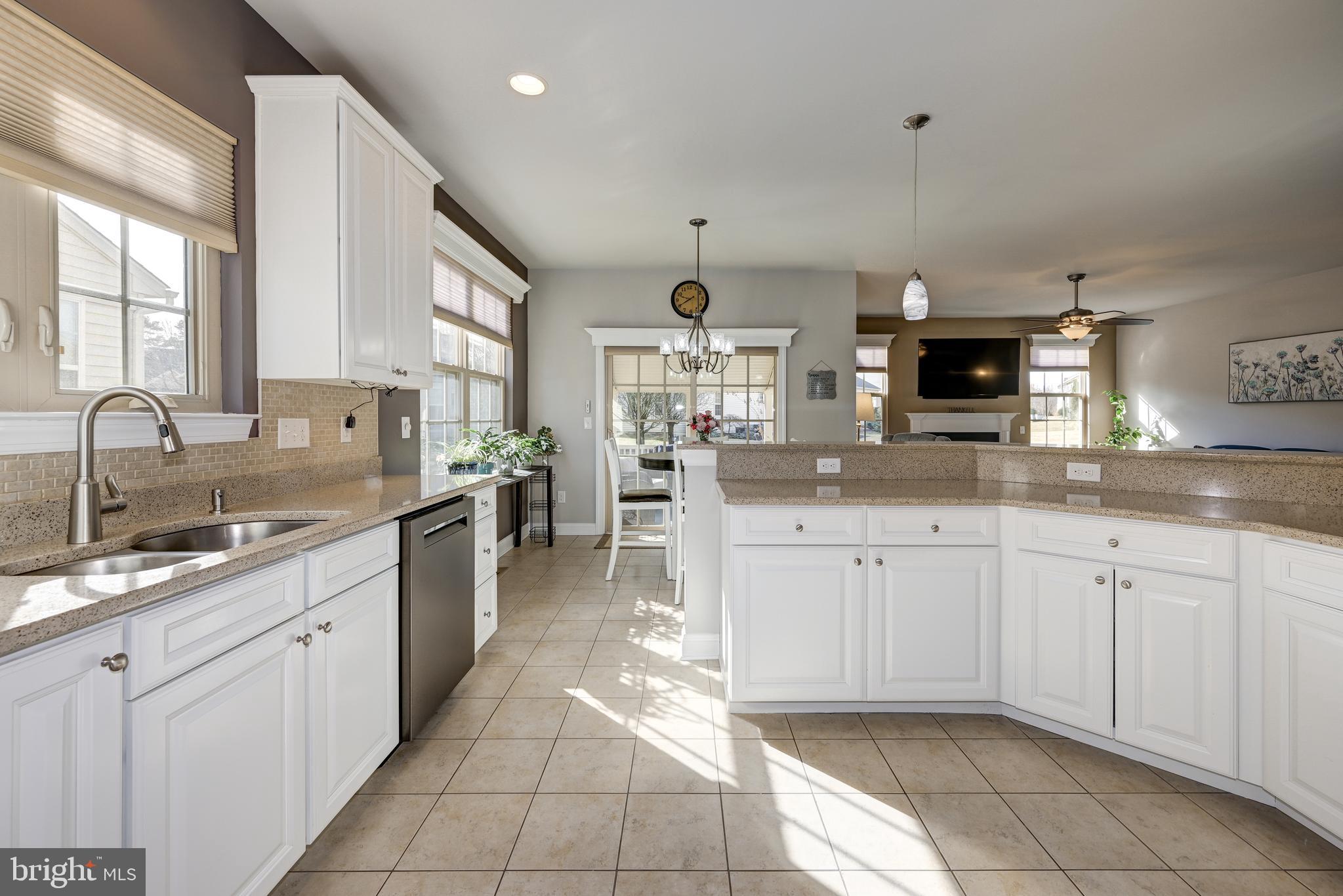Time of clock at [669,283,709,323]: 9:40
